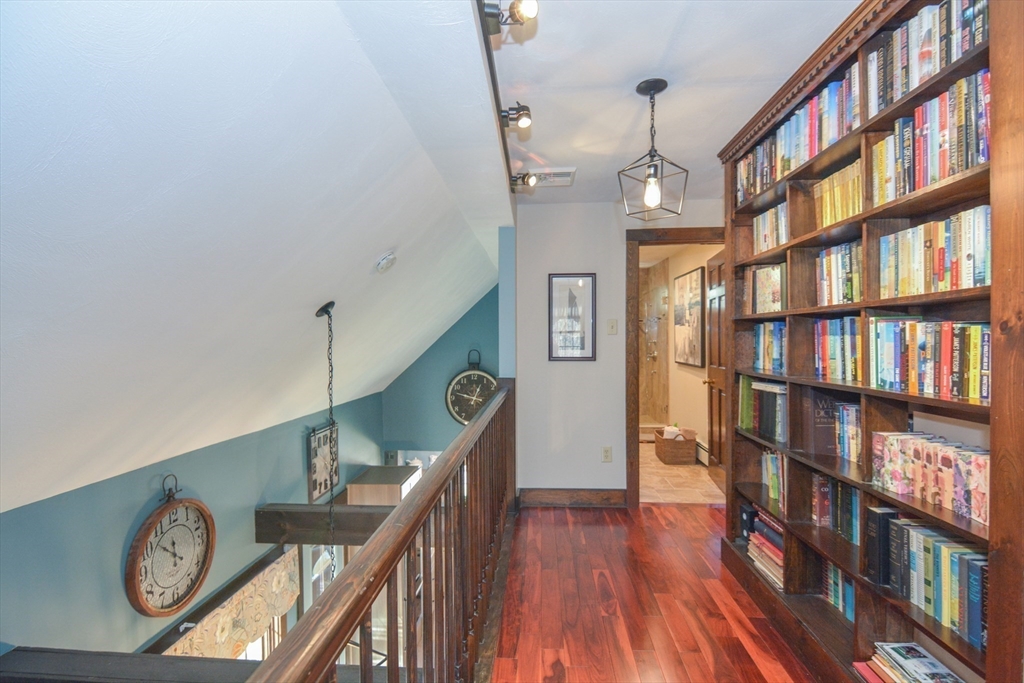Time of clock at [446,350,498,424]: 12:47
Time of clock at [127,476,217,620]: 11:52
